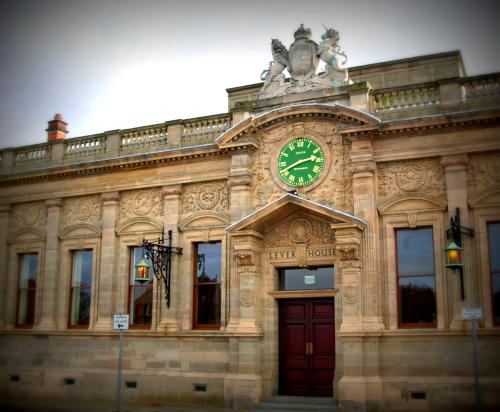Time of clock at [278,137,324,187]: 2:40
